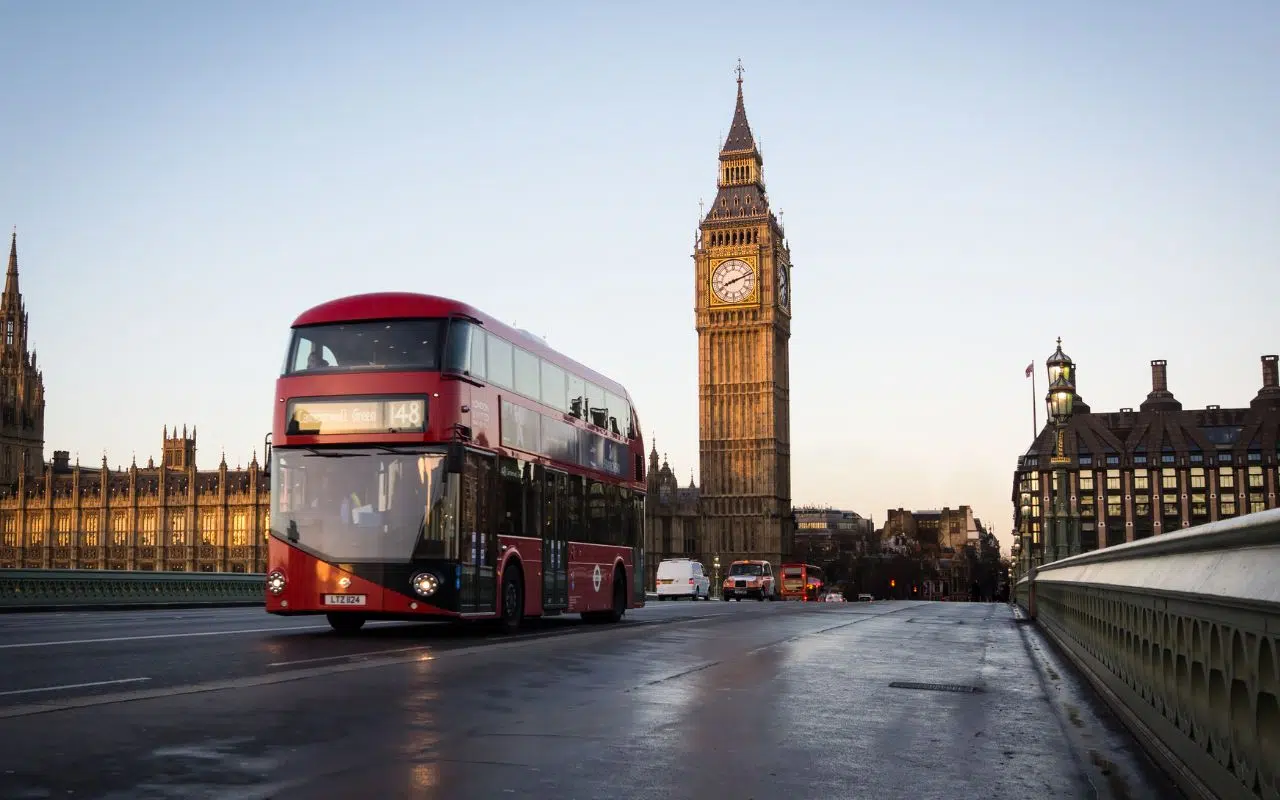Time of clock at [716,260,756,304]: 8:11
